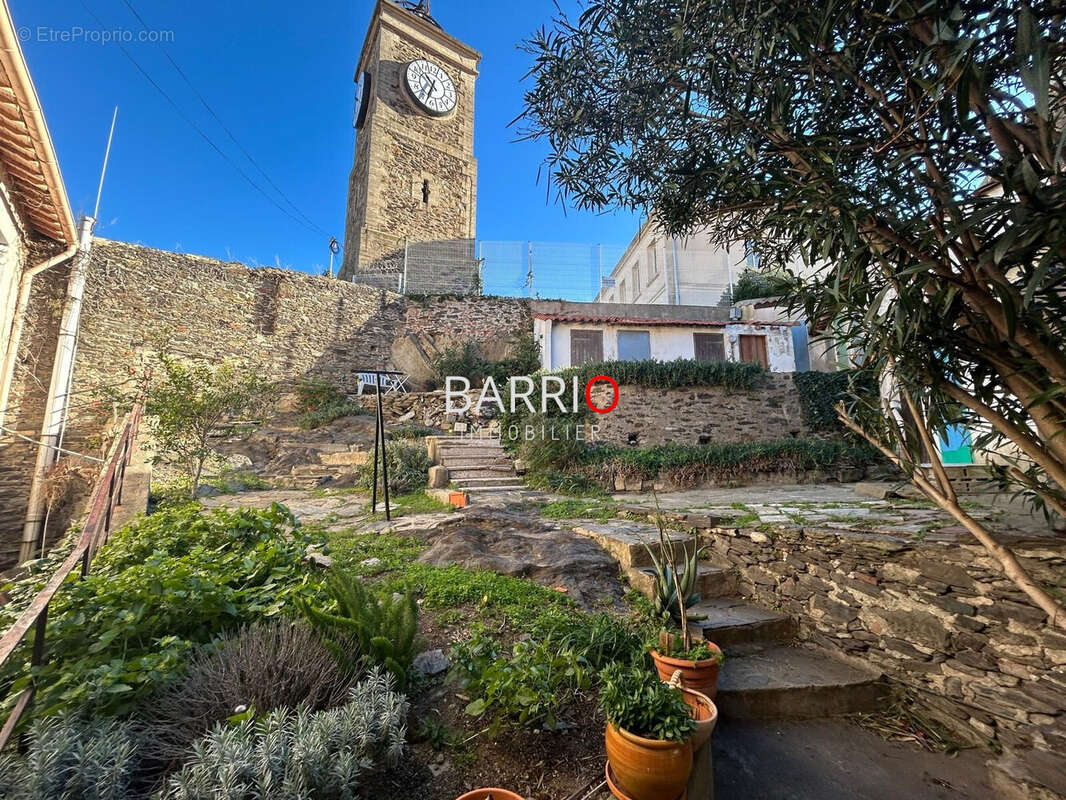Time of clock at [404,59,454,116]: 10:34
